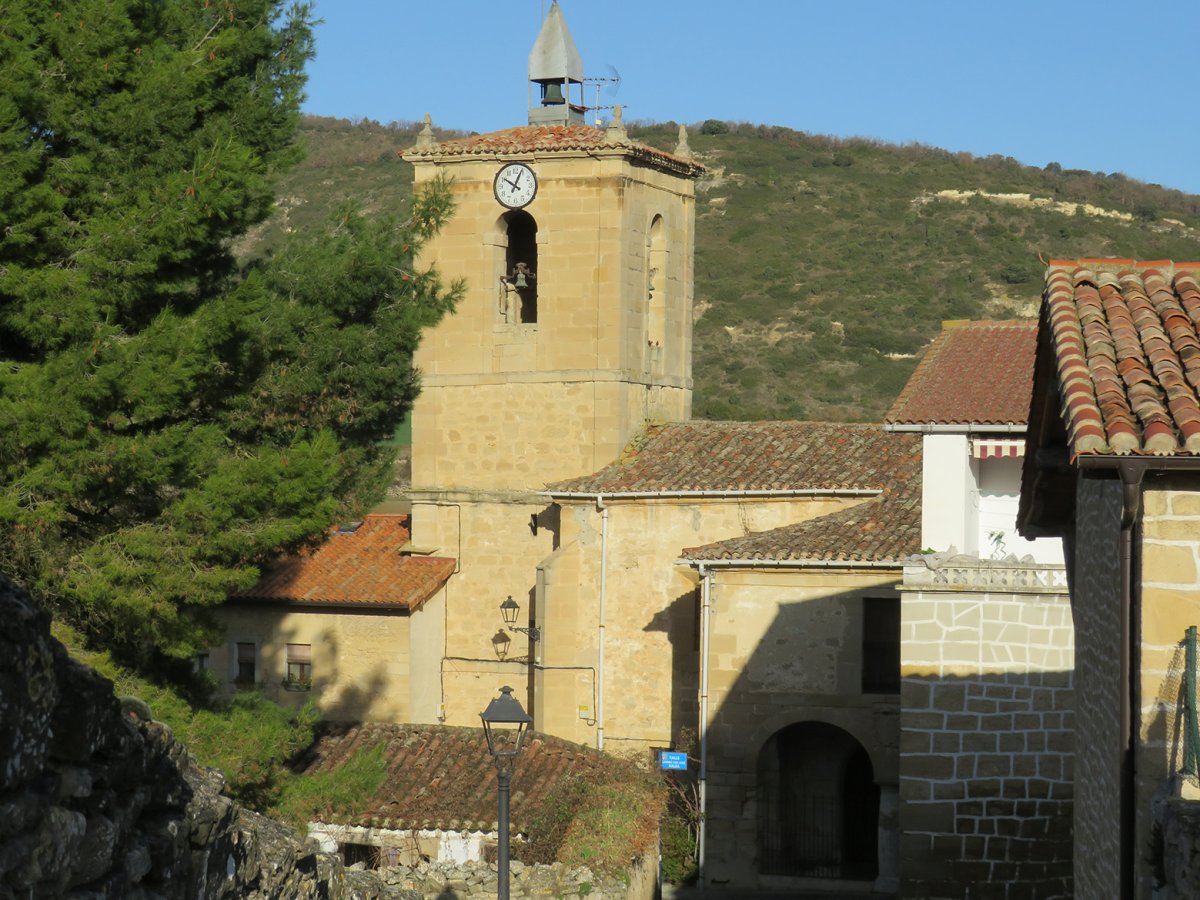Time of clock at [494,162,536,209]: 10:03
